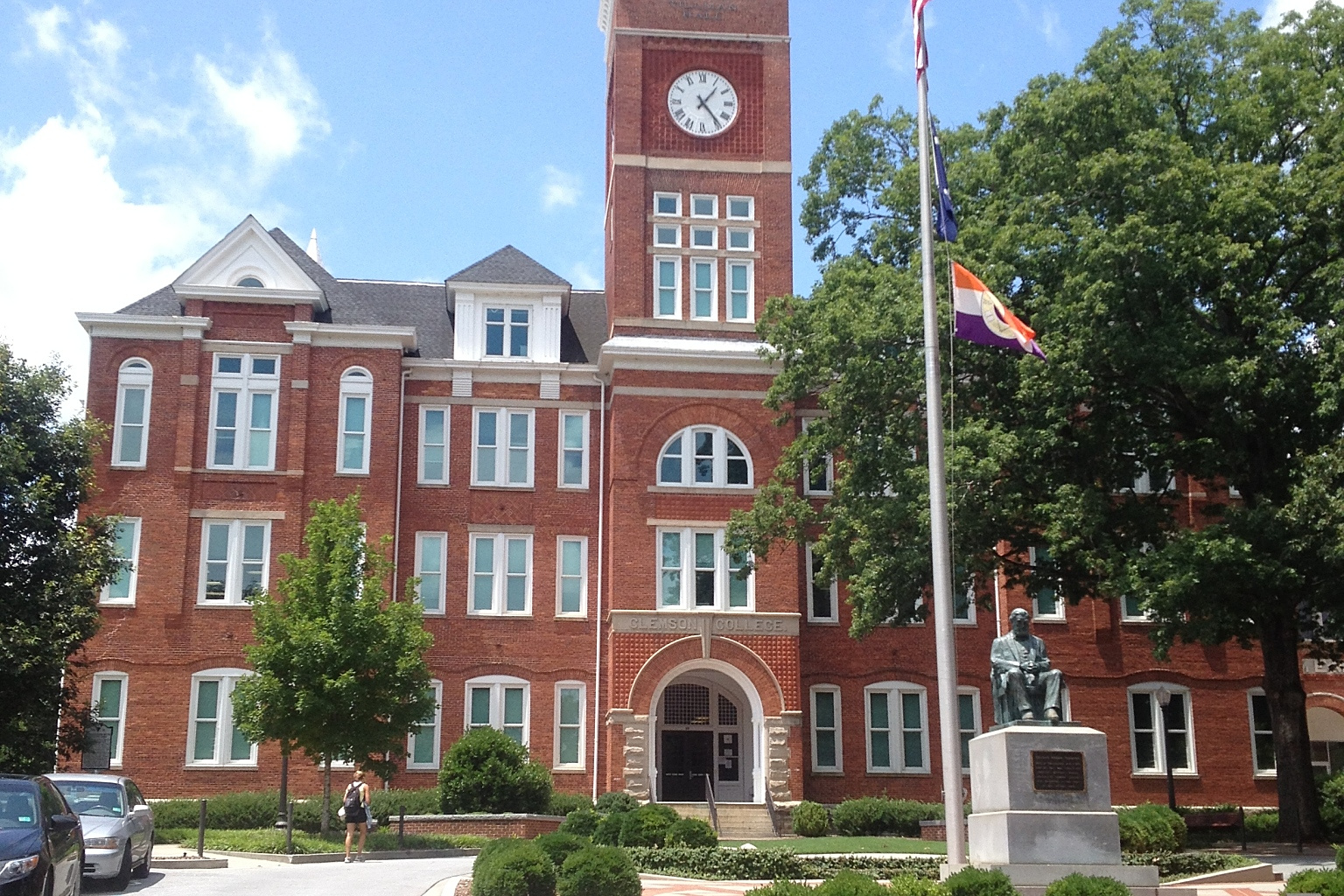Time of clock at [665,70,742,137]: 1:23
